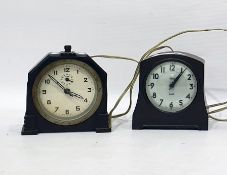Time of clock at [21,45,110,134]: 3:52
